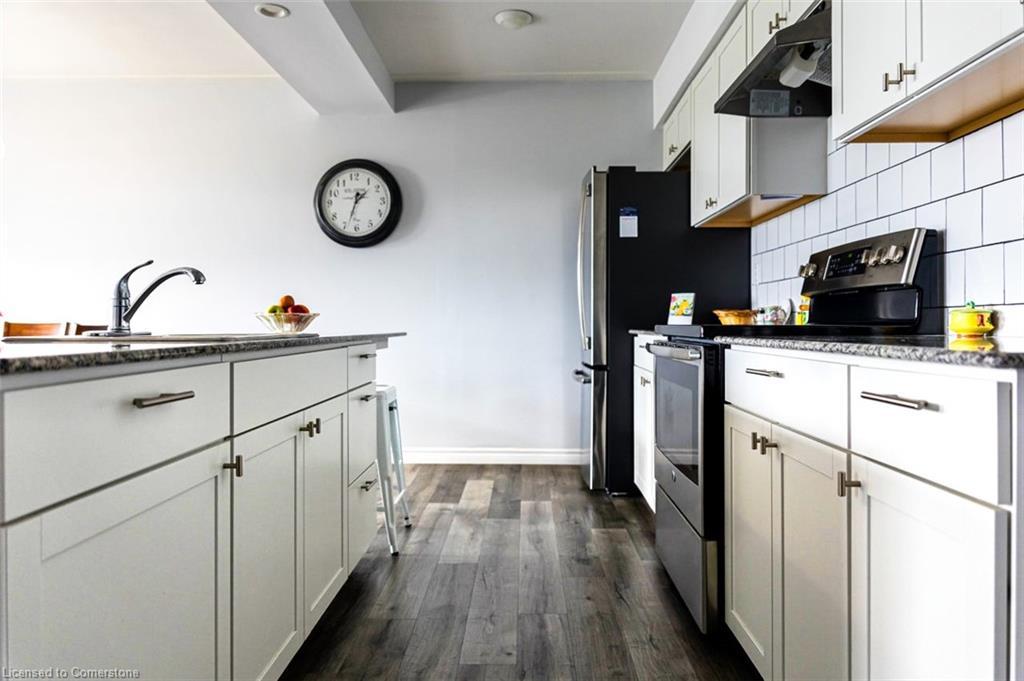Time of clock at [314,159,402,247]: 1:33
